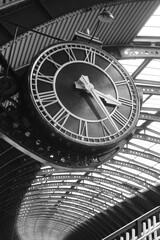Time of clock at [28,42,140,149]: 3:24
